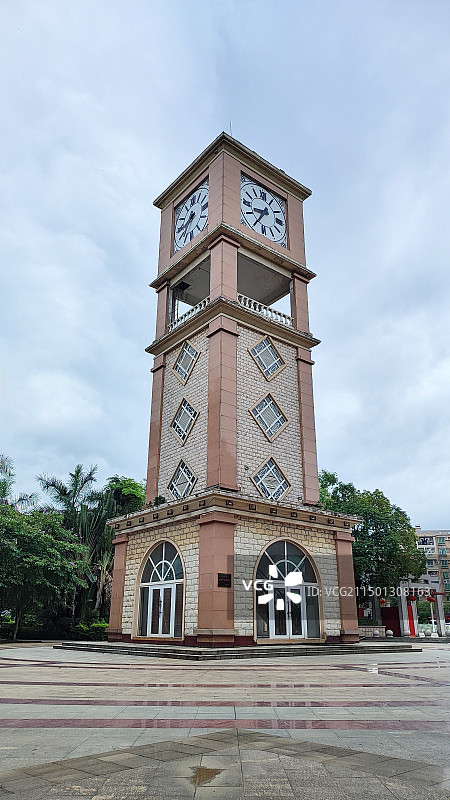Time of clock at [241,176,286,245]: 8:35
